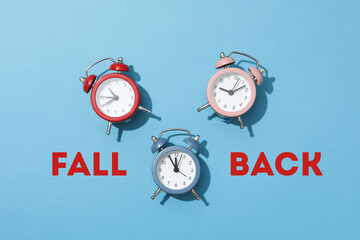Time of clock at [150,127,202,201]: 11:55
